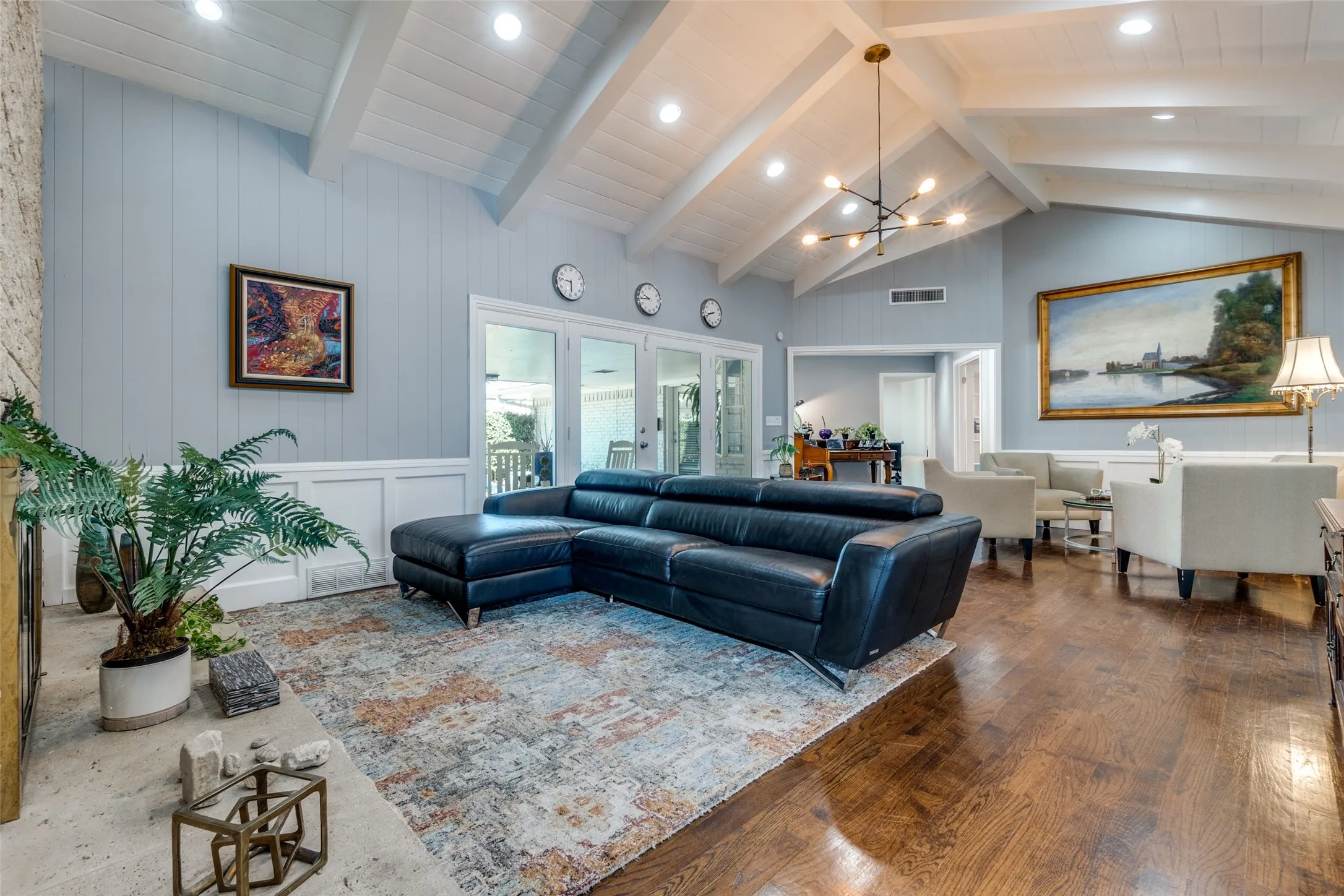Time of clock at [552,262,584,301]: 5:46
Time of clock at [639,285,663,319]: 9:44
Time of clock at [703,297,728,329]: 8:41
